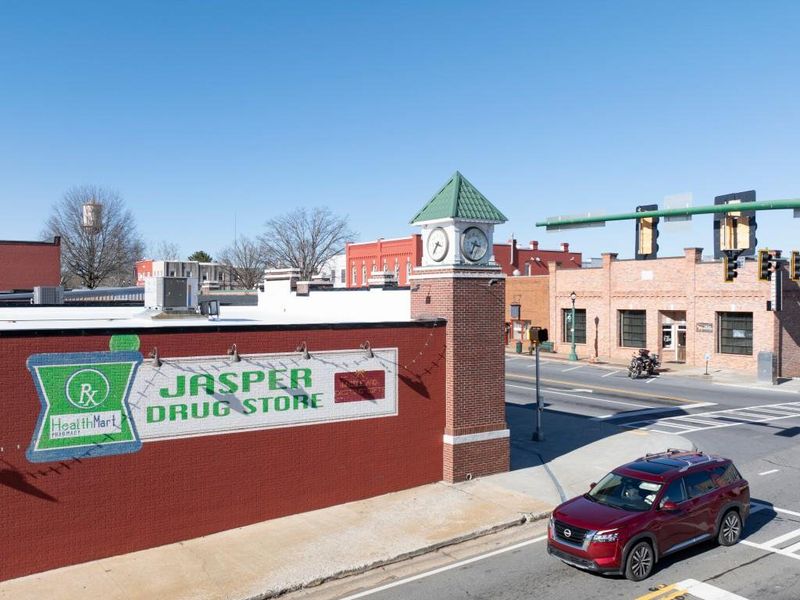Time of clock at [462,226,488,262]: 3:34
